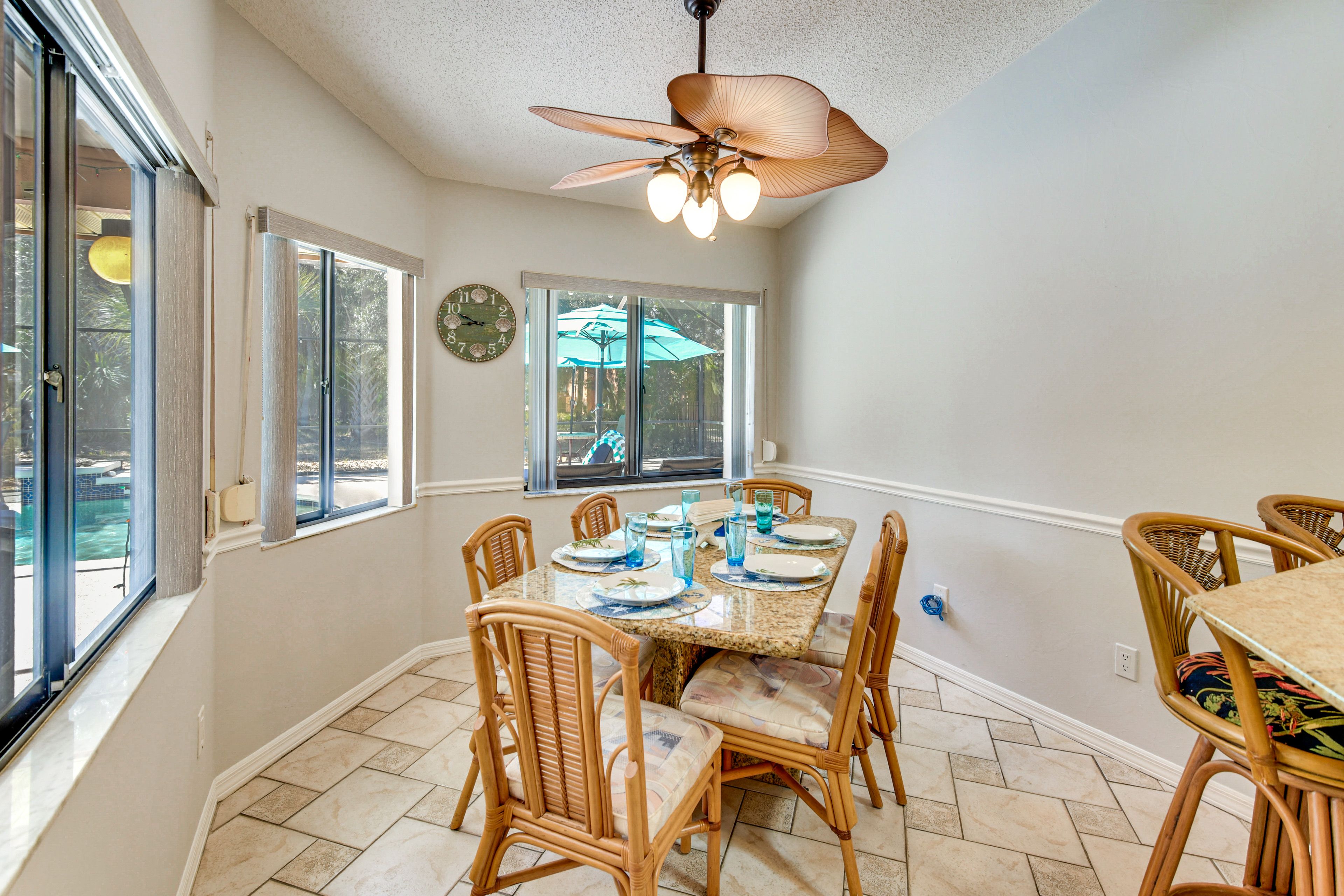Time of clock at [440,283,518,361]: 8:48
